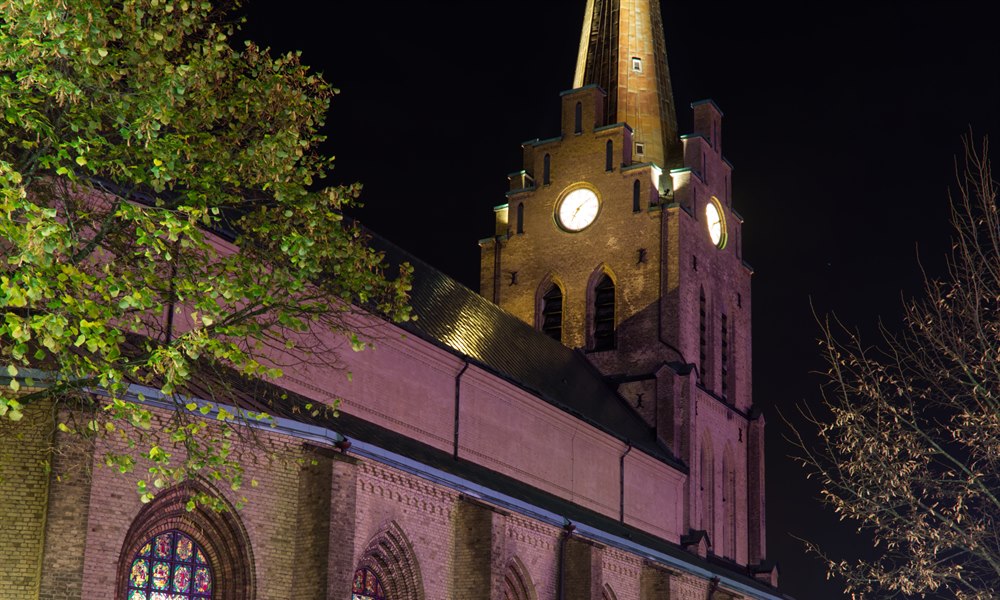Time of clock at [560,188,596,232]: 7:08
